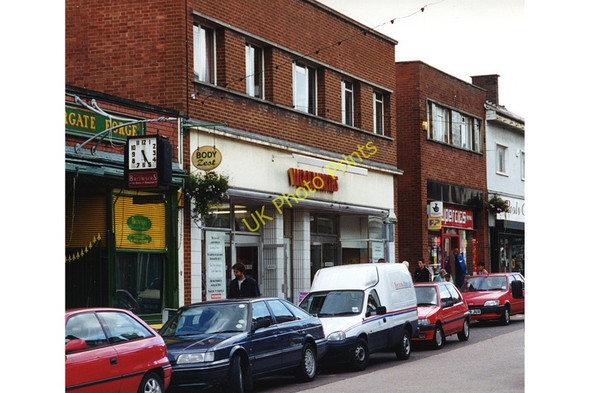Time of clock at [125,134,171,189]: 5:24
